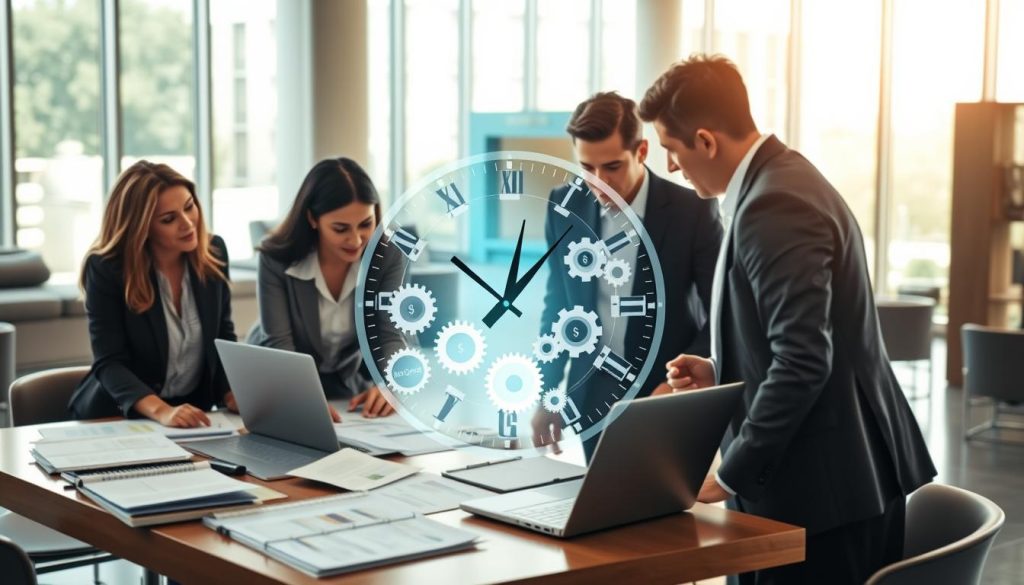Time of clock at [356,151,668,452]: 12:07
